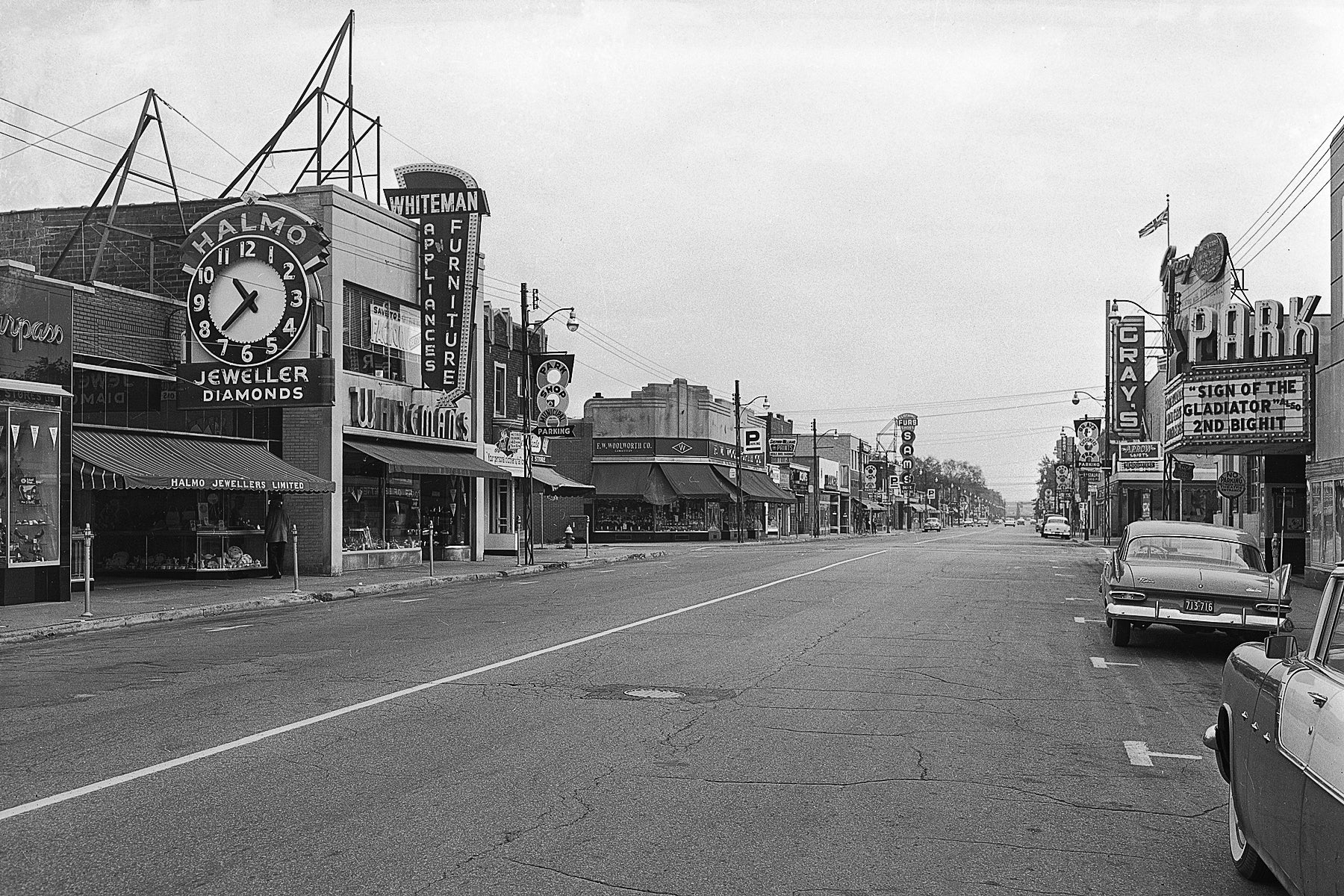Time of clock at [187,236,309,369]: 10:37
